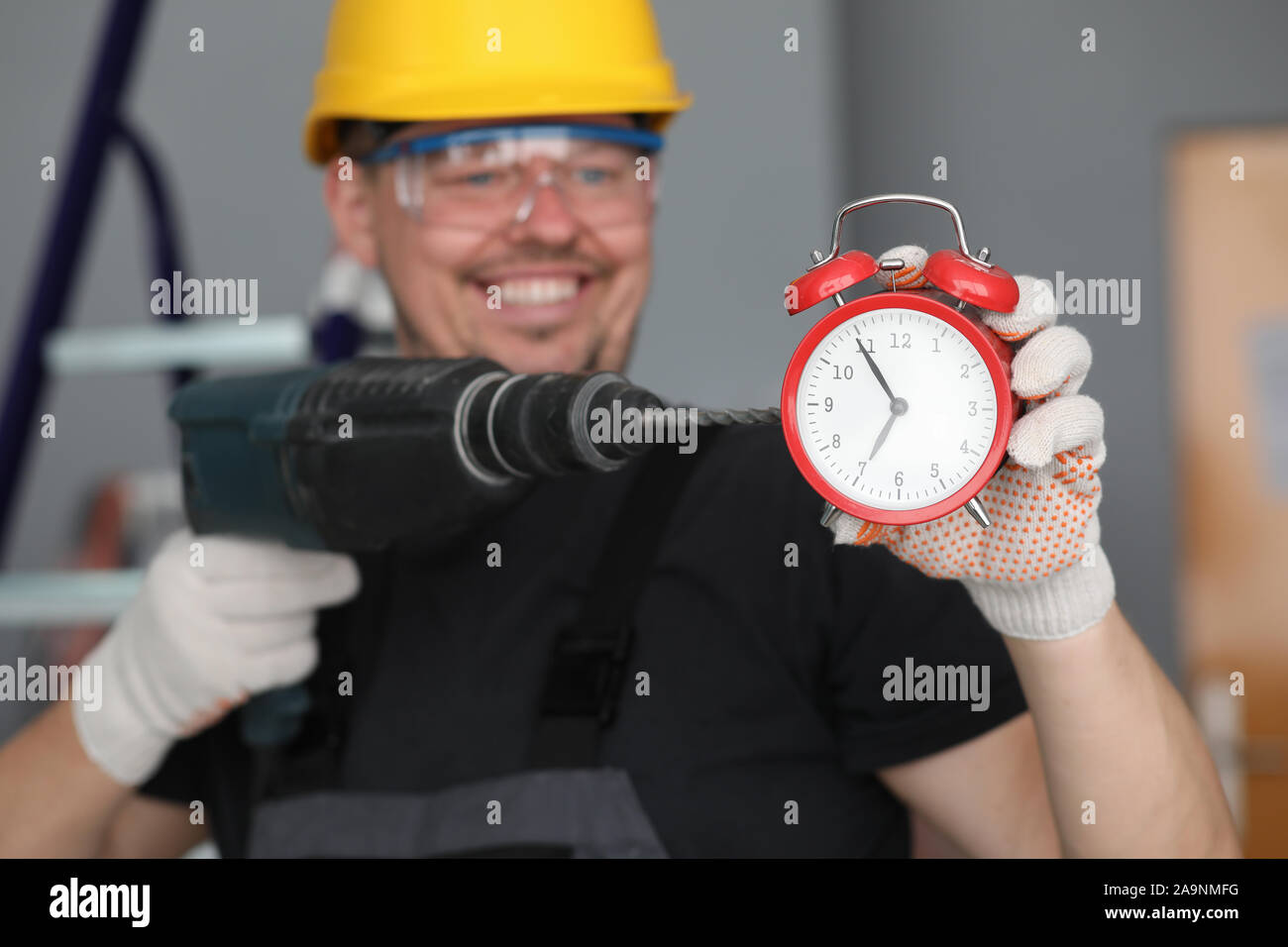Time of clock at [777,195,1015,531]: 6:54
